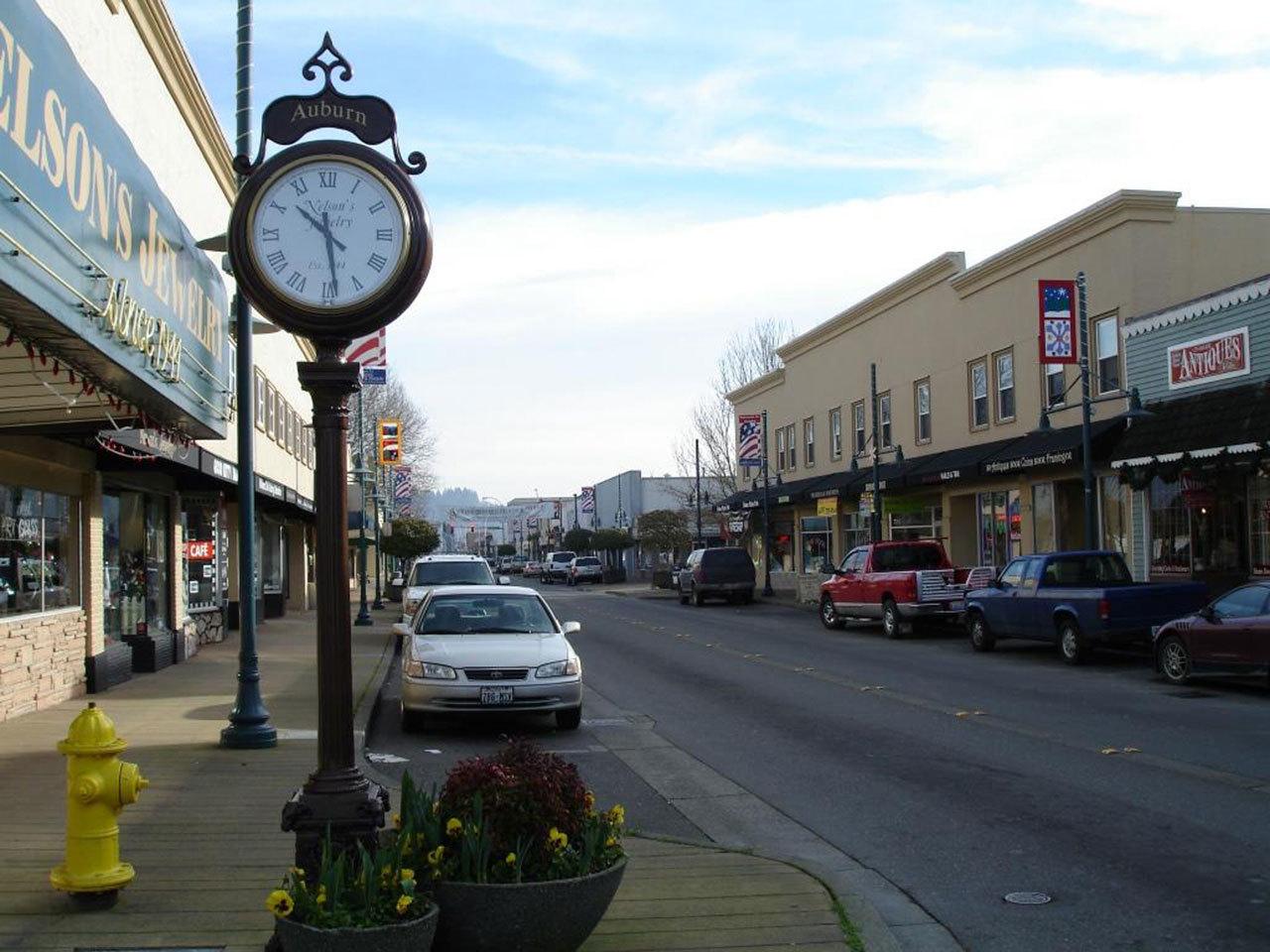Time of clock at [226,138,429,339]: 10:28
